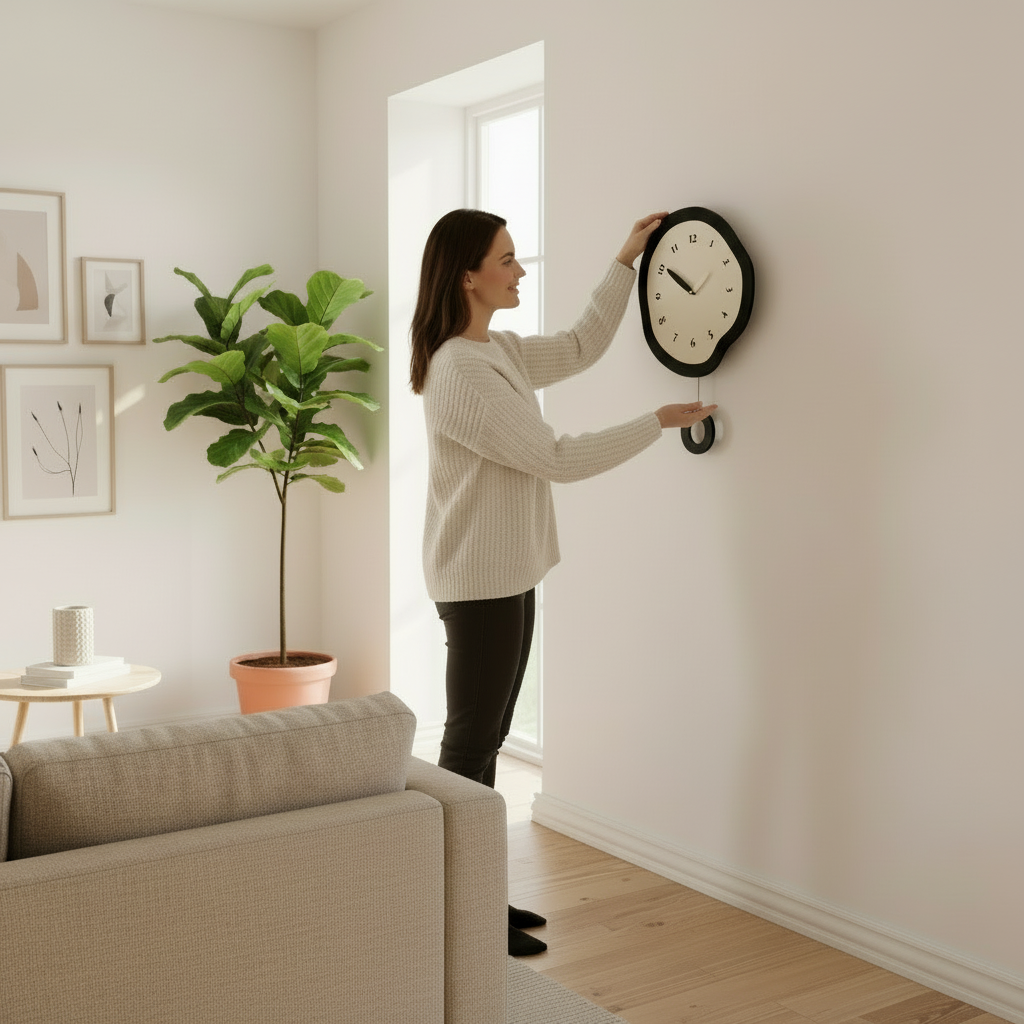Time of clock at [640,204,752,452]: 9:50
